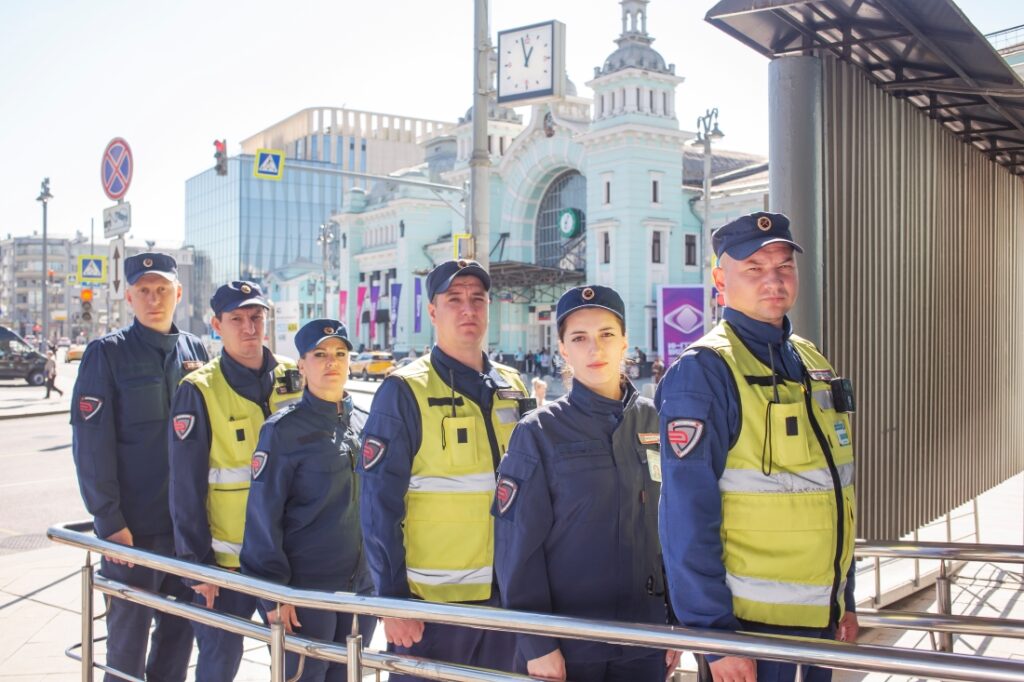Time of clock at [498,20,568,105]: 12:57
